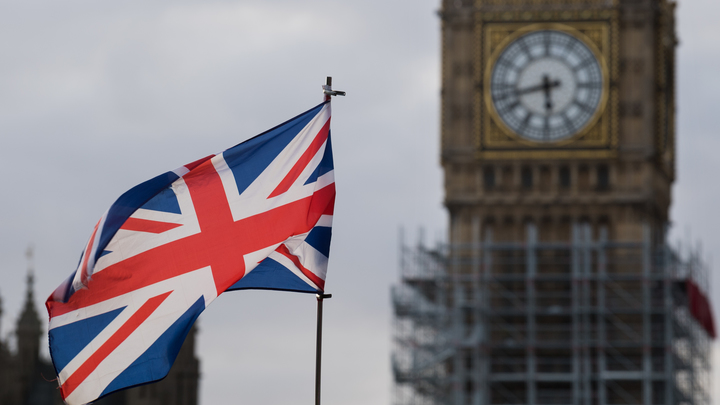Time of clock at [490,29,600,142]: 5:42
